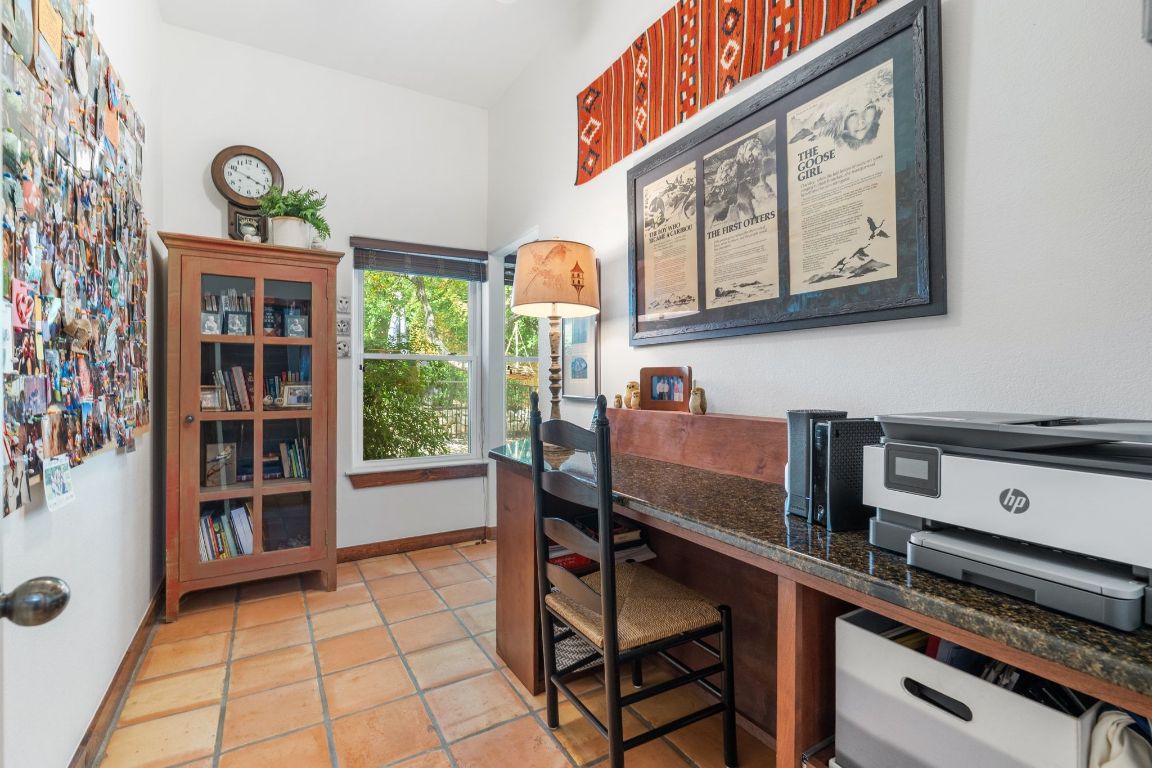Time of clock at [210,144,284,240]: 3:48
